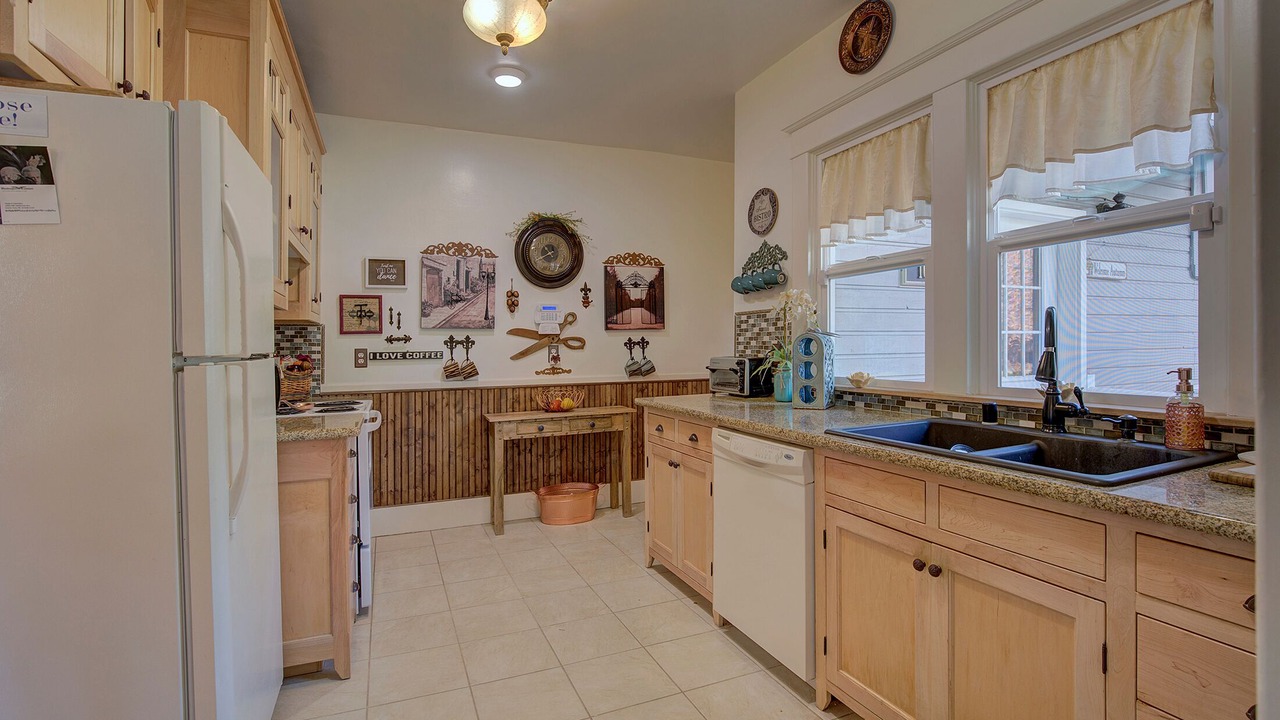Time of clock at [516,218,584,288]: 10:40
